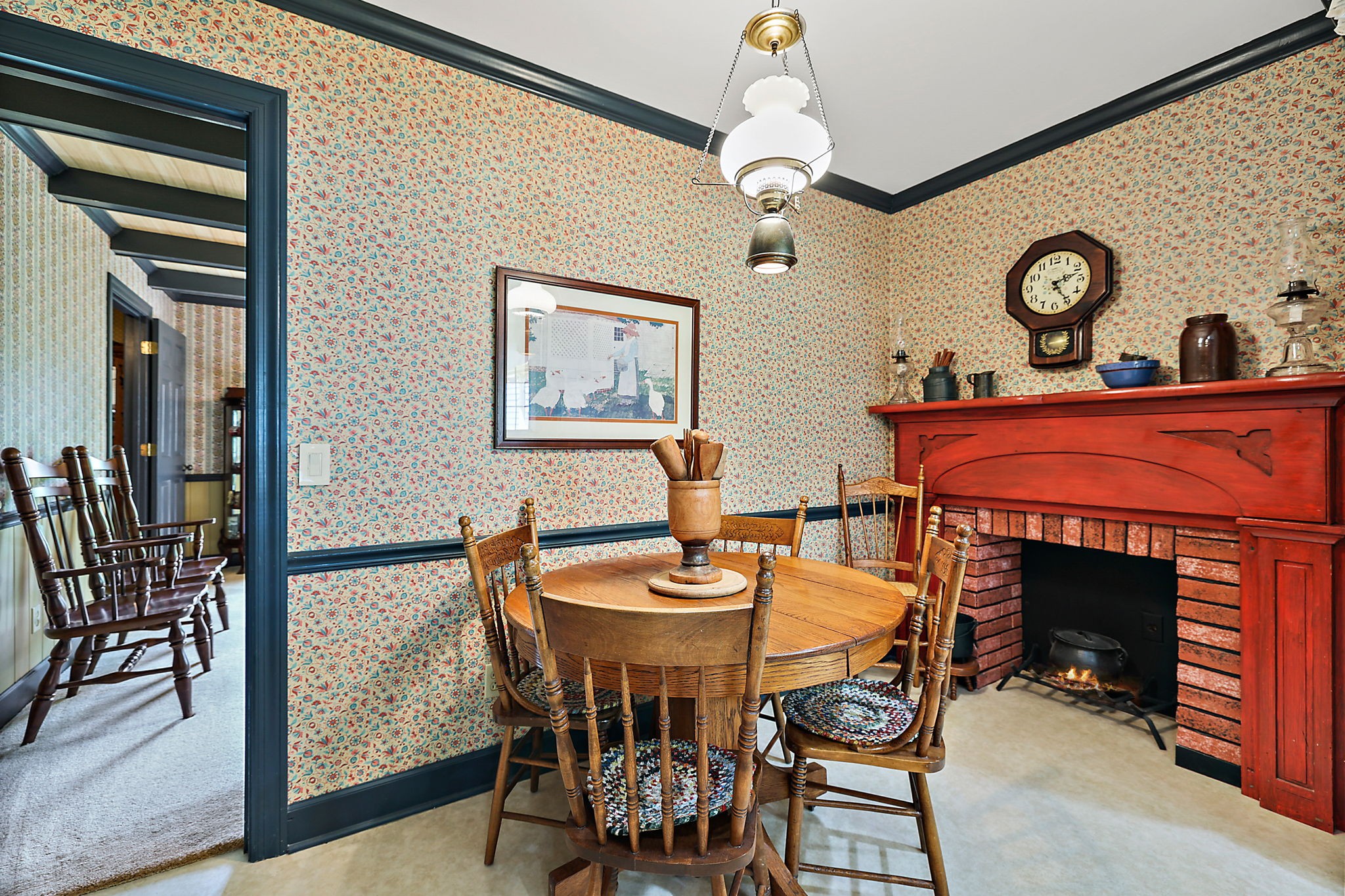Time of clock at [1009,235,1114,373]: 2:24
